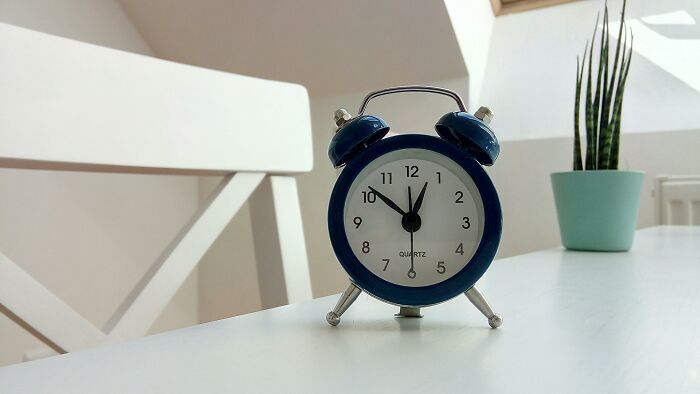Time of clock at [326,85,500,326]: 12:51
